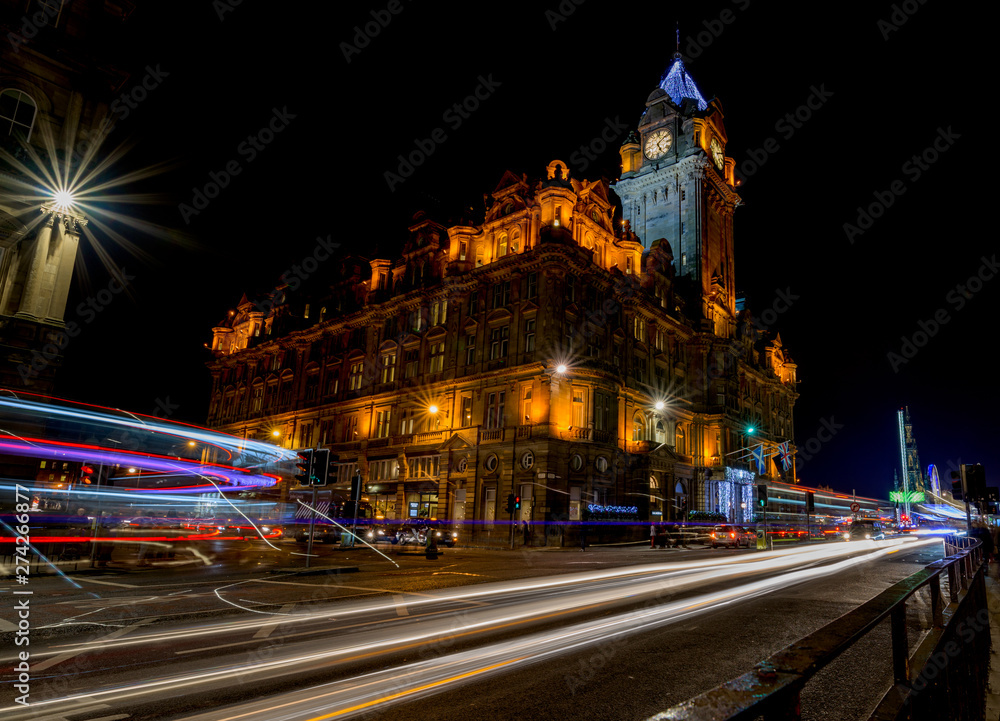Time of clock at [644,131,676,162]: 5:08
